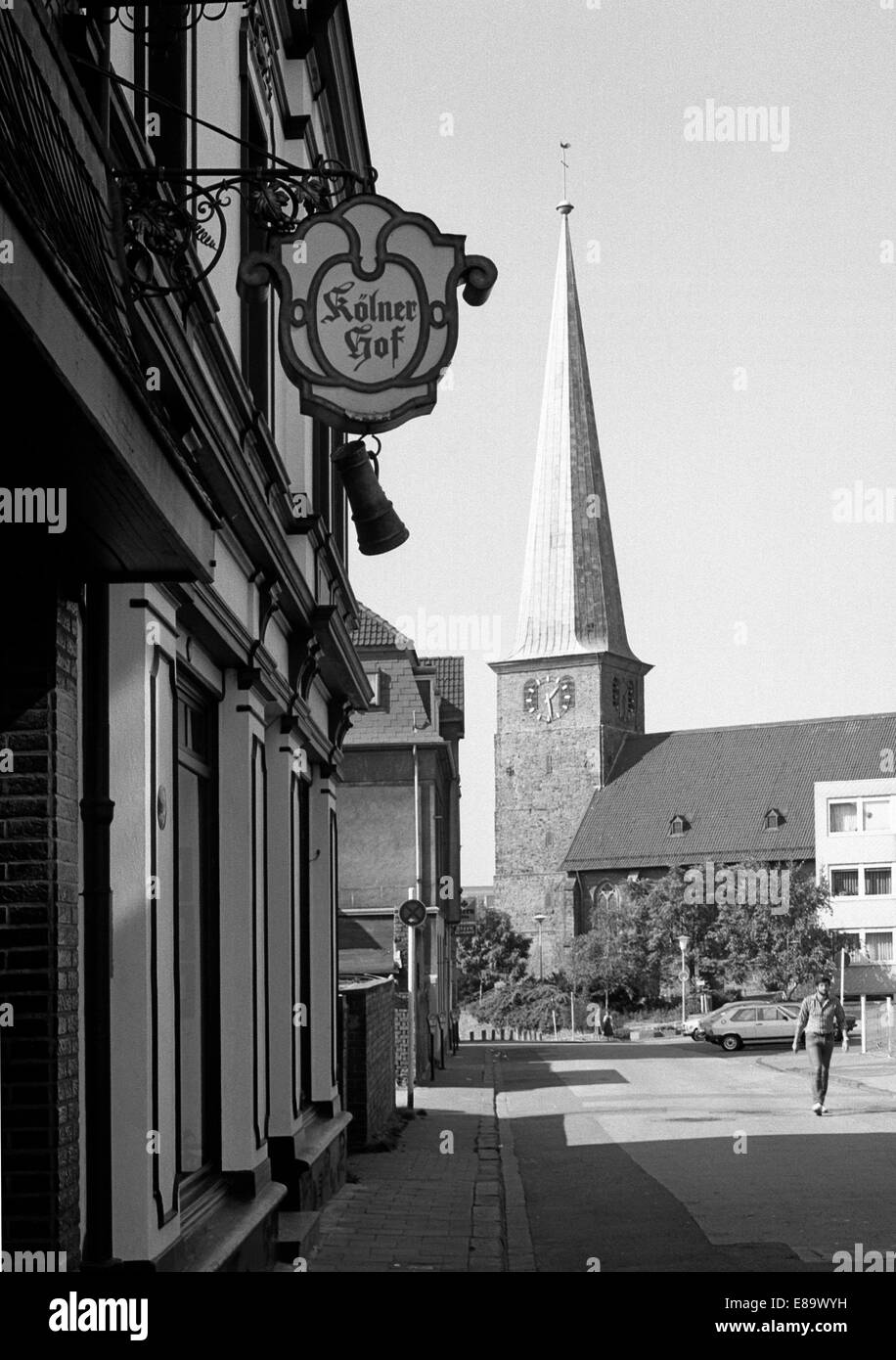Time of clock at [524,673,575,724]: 1:28
